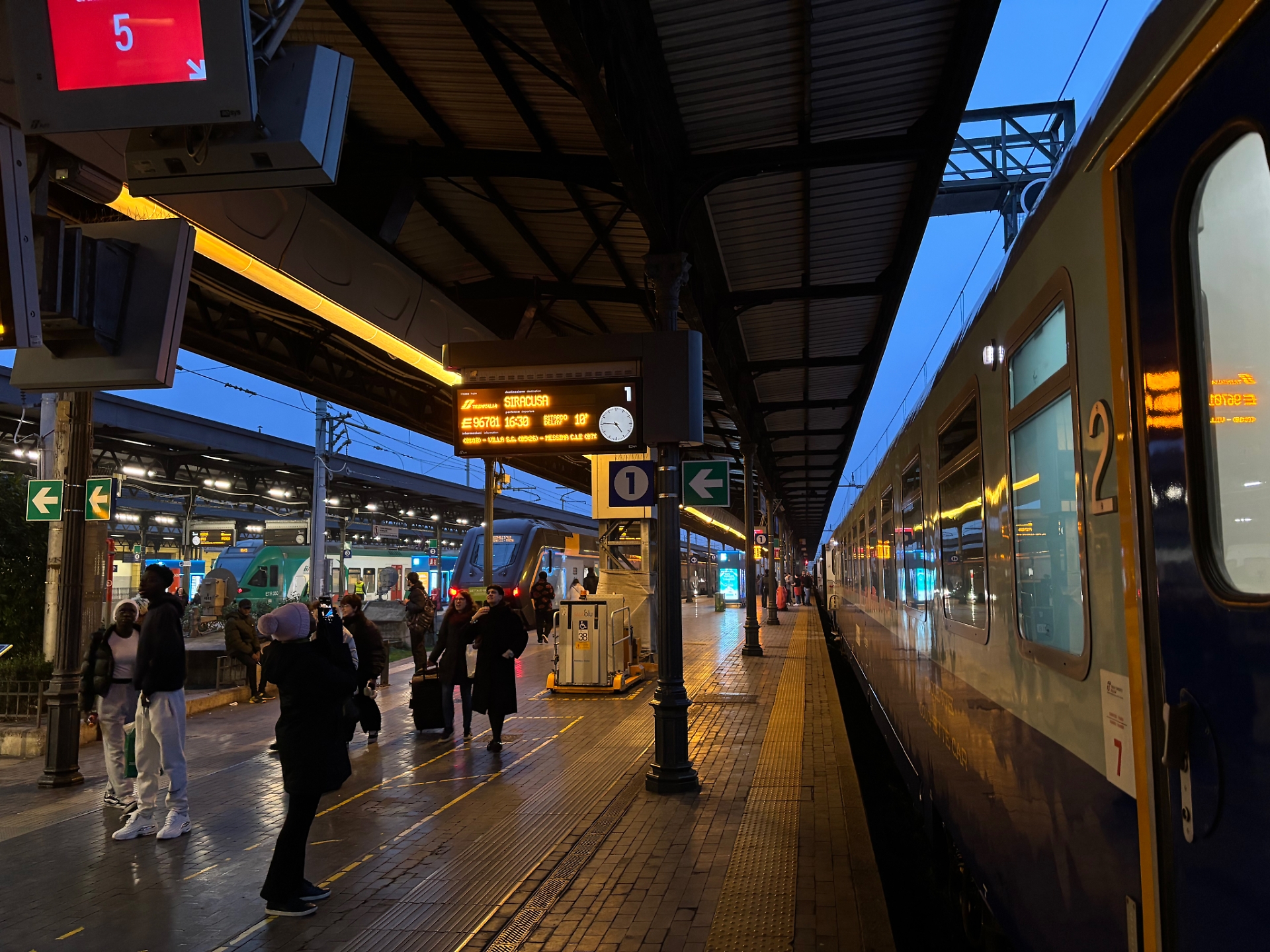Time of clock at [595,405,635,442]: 4:45
